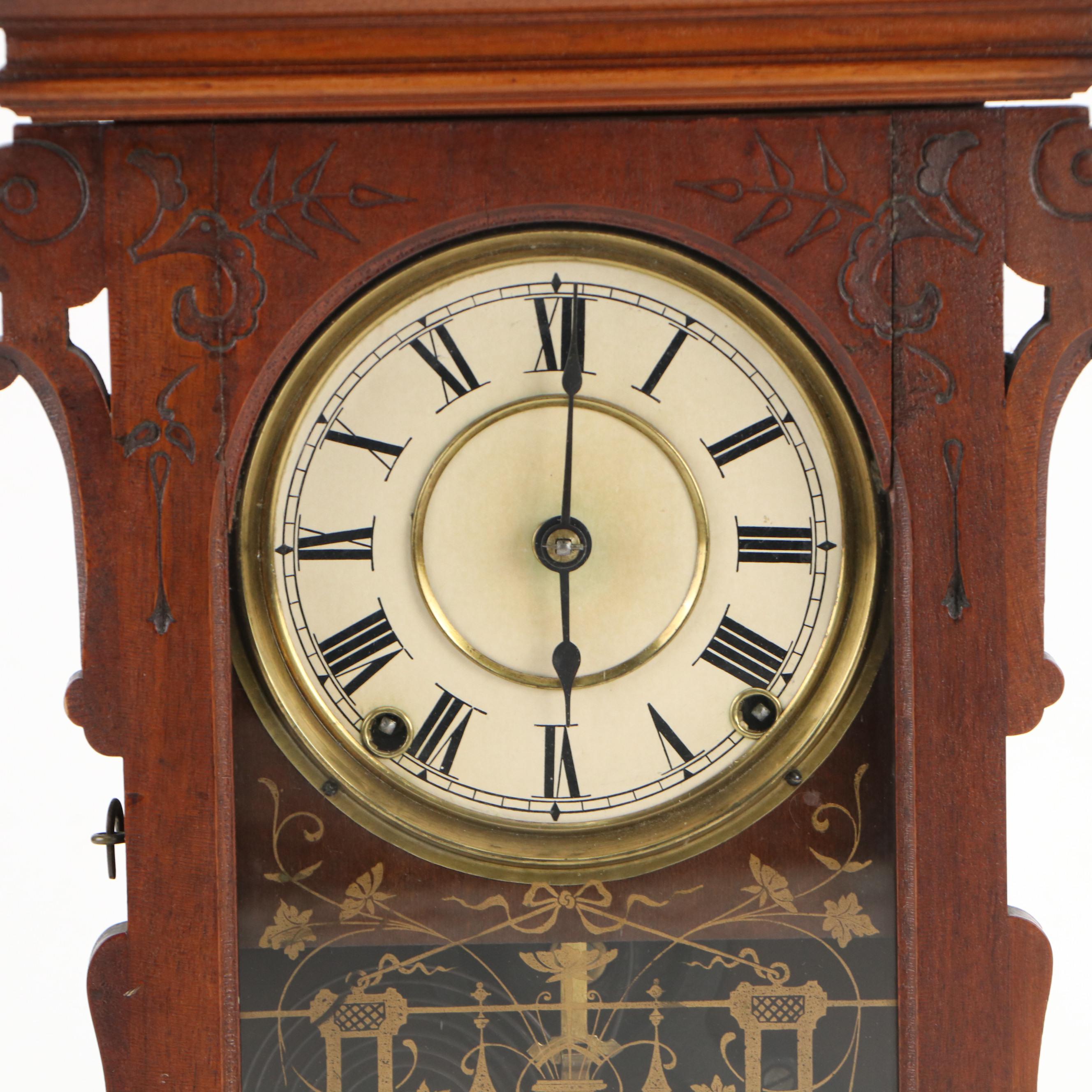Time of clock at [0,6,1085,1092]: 6:00
